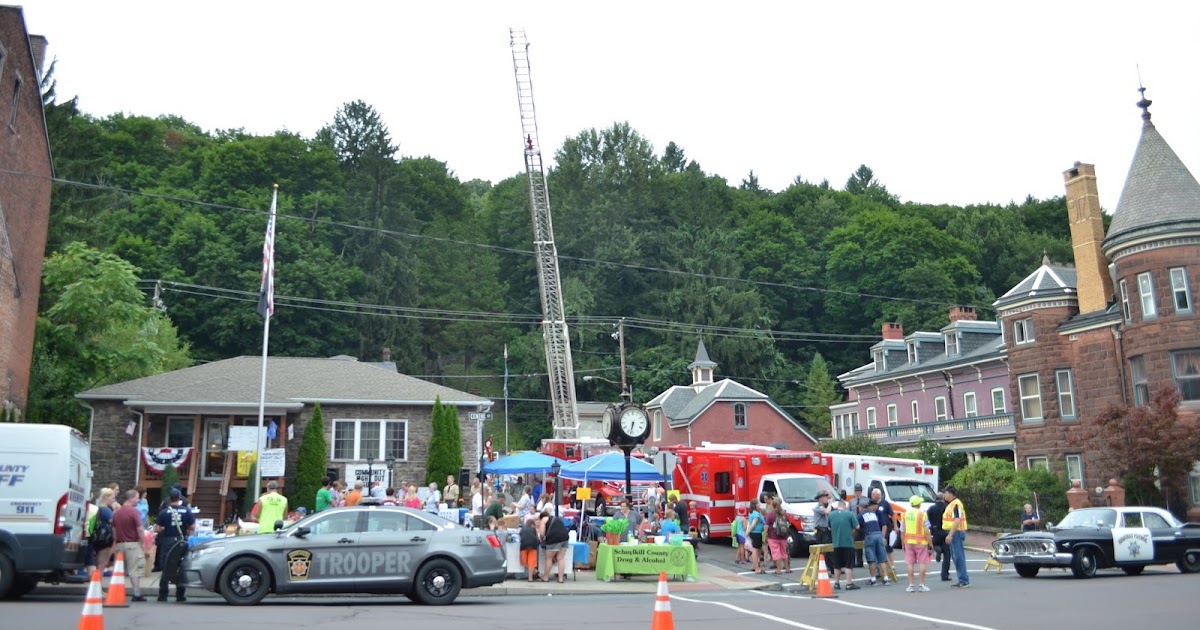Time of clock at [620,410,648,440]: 6:32
